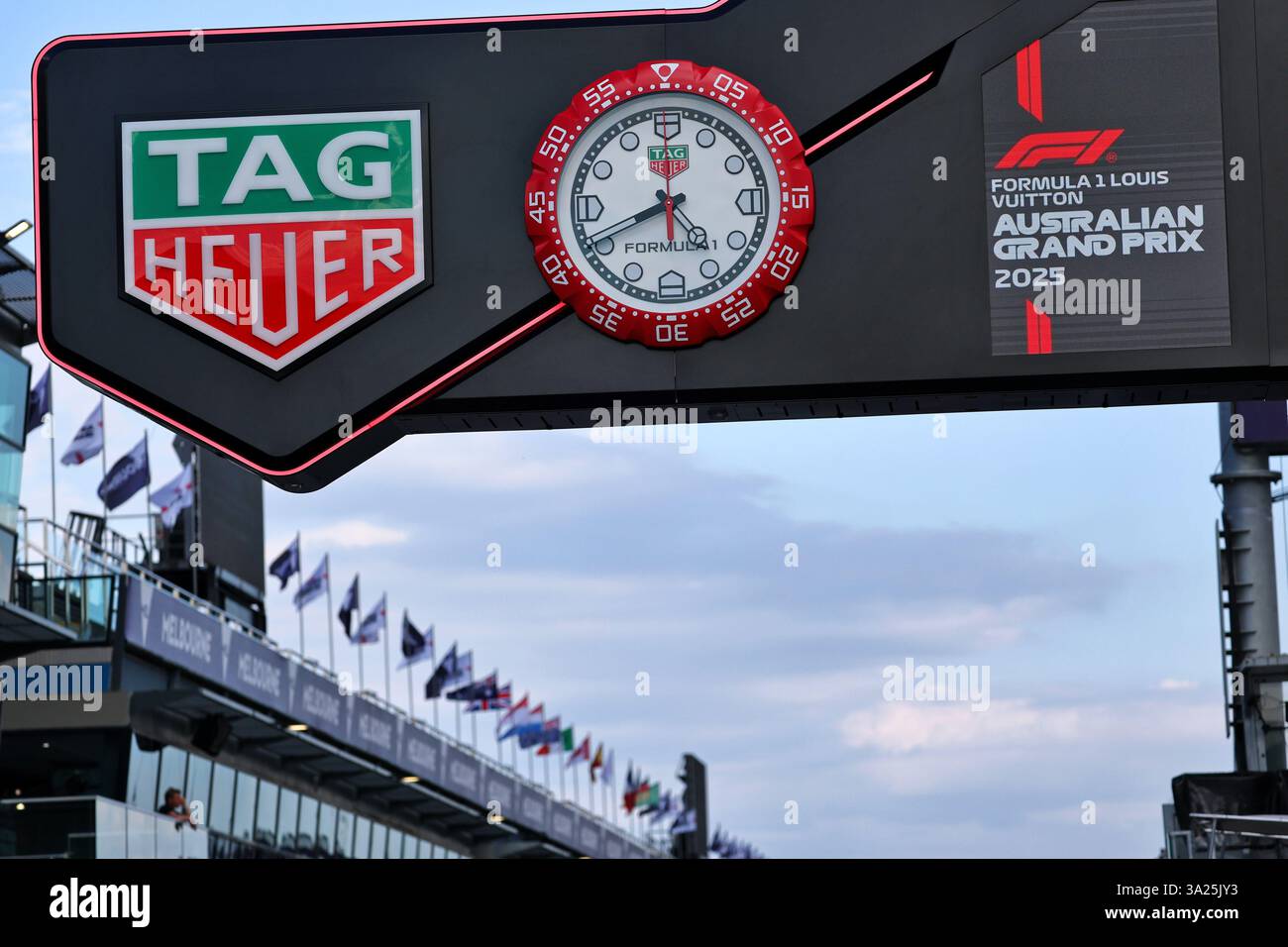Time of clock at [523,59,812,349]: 4:40
